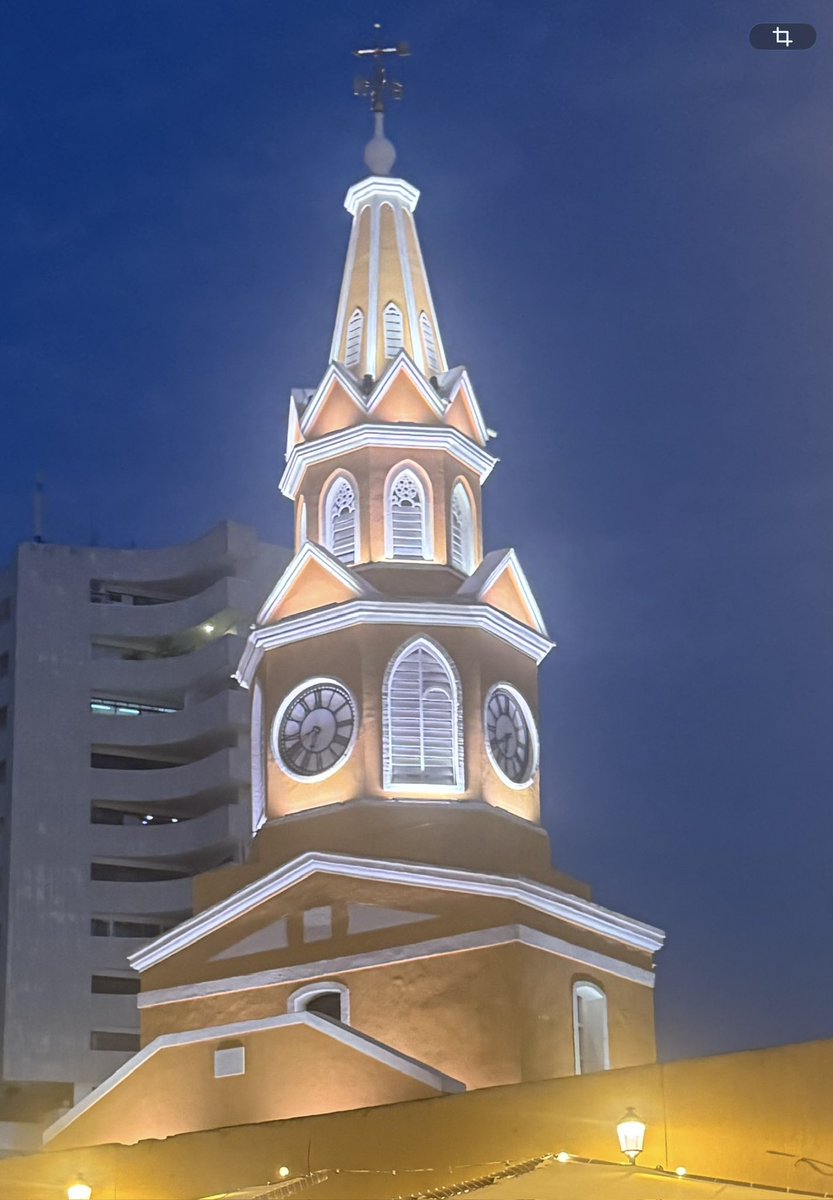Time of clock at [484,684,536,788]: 6:40
